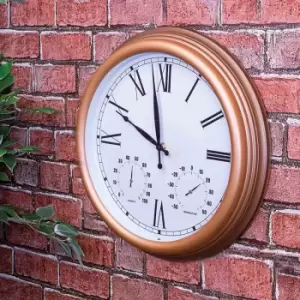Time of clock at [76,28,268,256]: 9:57
